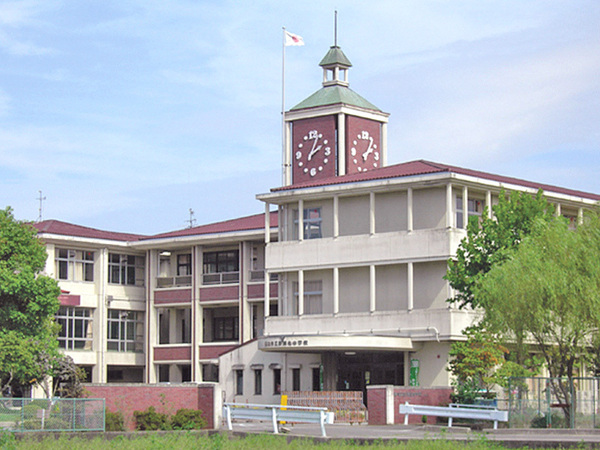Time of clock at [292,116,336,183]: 2:04
